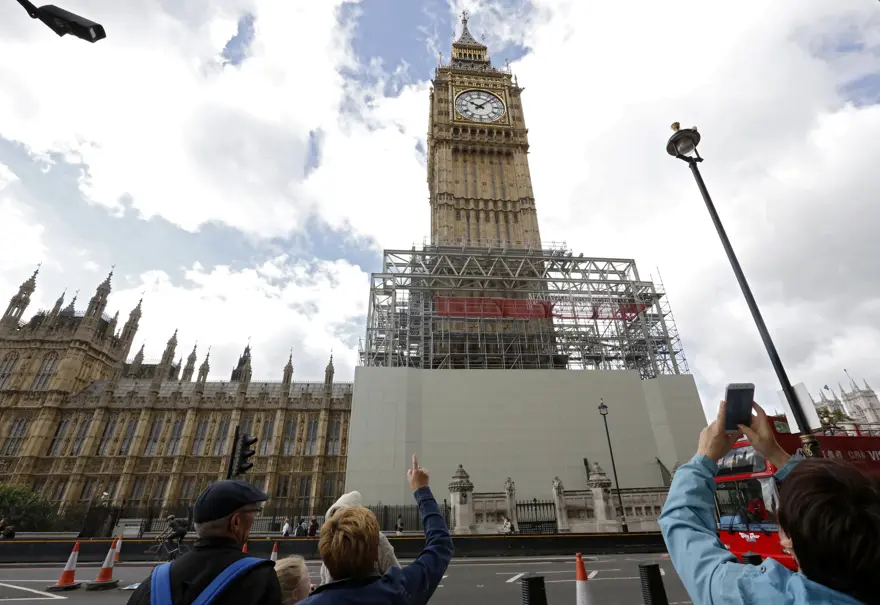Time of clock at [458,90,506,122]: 10:07
